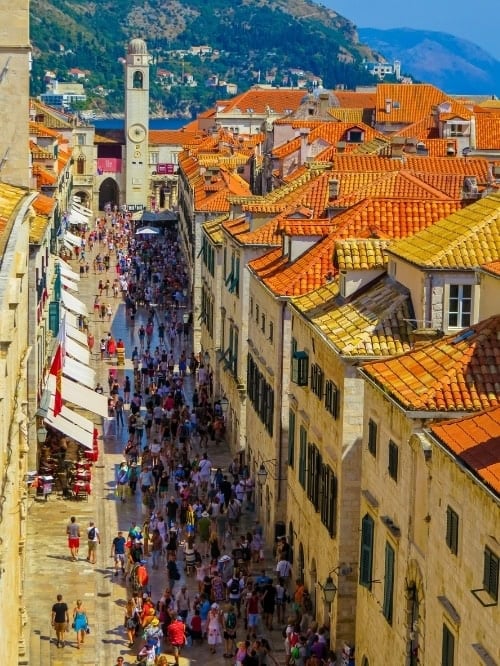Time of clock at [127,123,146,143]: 4:12
